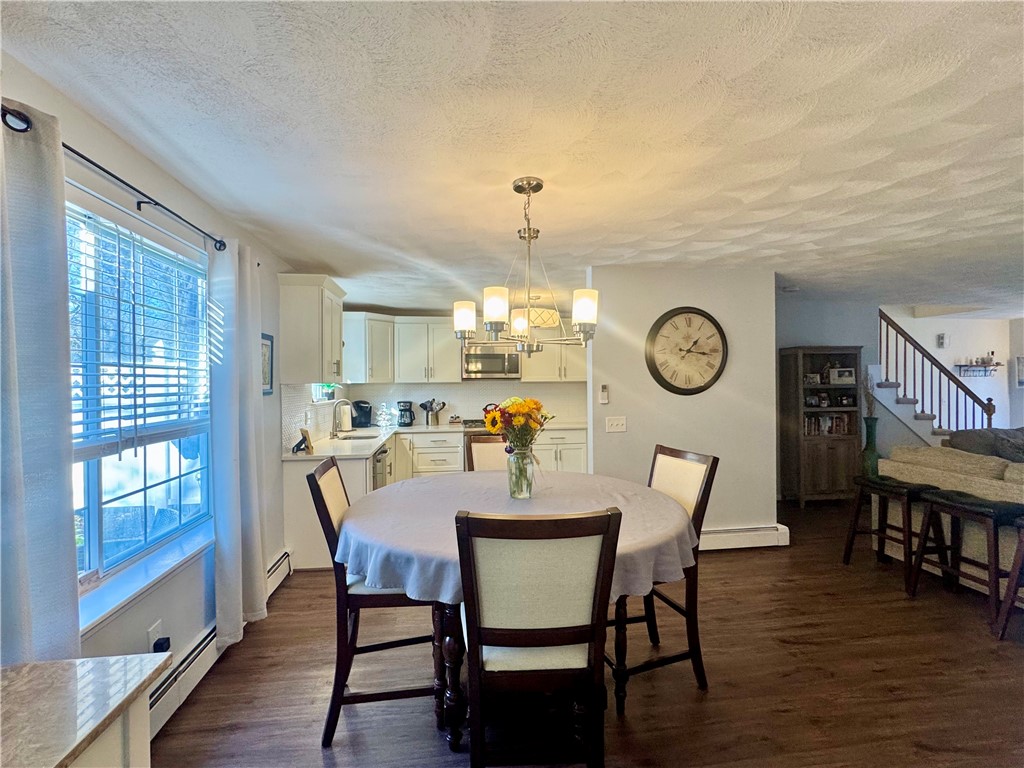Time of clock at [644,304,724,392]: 1:16
